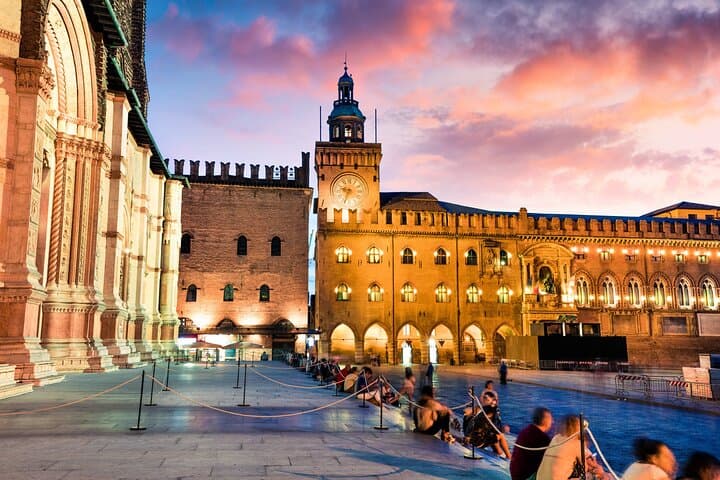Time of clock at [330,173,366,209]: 9:33
